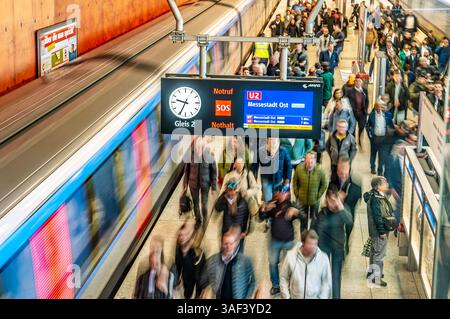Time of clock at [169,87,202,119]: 9:34
